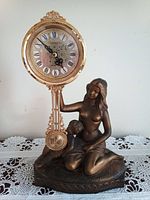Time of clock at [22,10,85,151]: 4:52
